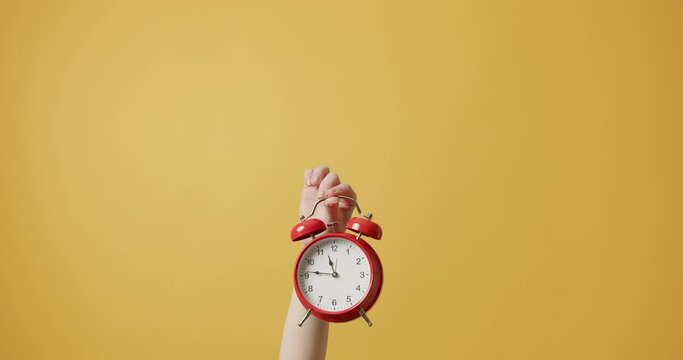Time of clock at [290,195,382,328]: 11:46
